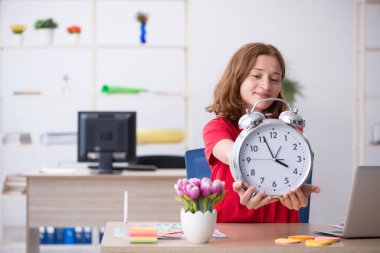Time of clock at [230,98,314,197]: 3:55
